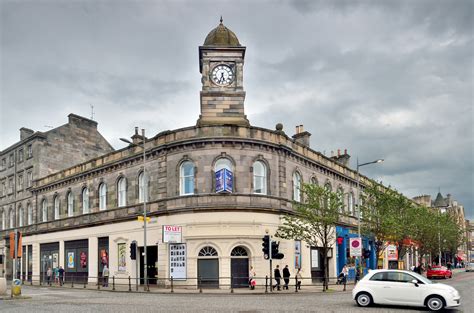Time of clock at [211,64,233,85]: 5:33
